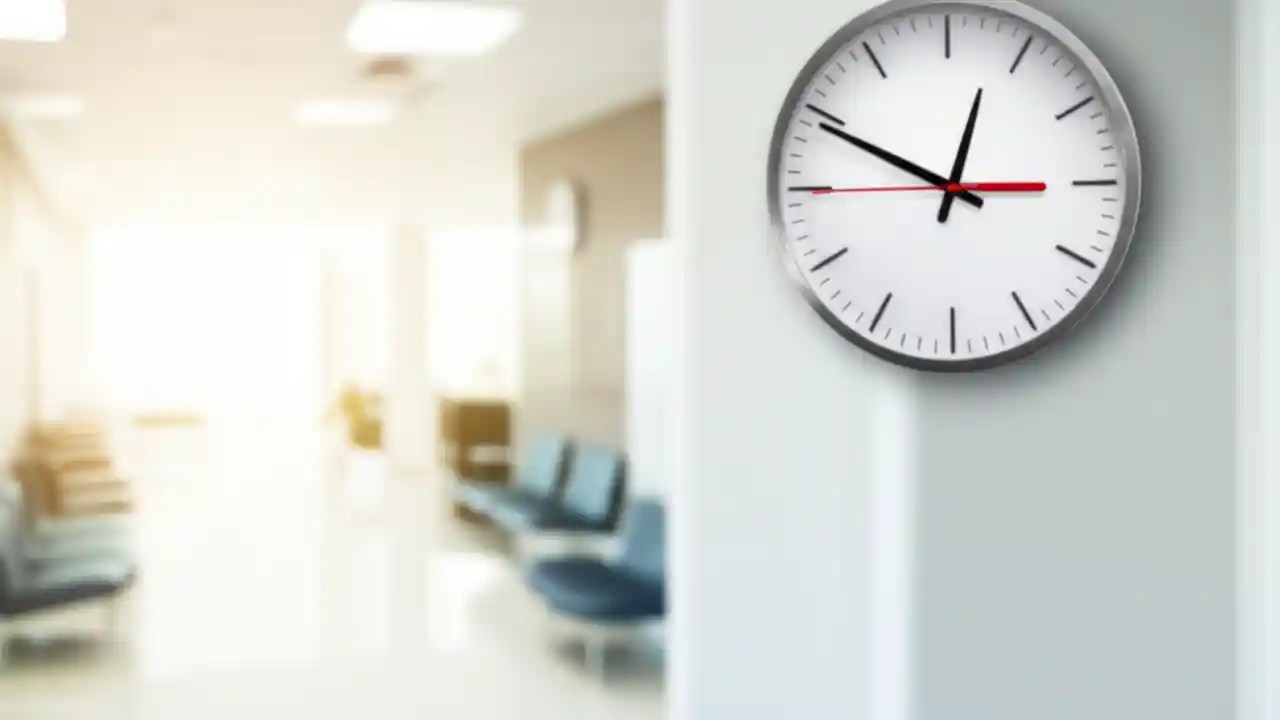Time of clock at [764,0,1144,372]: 12:49
